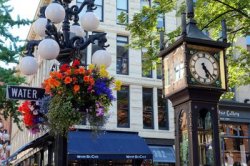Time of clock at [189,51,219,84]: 5:23
